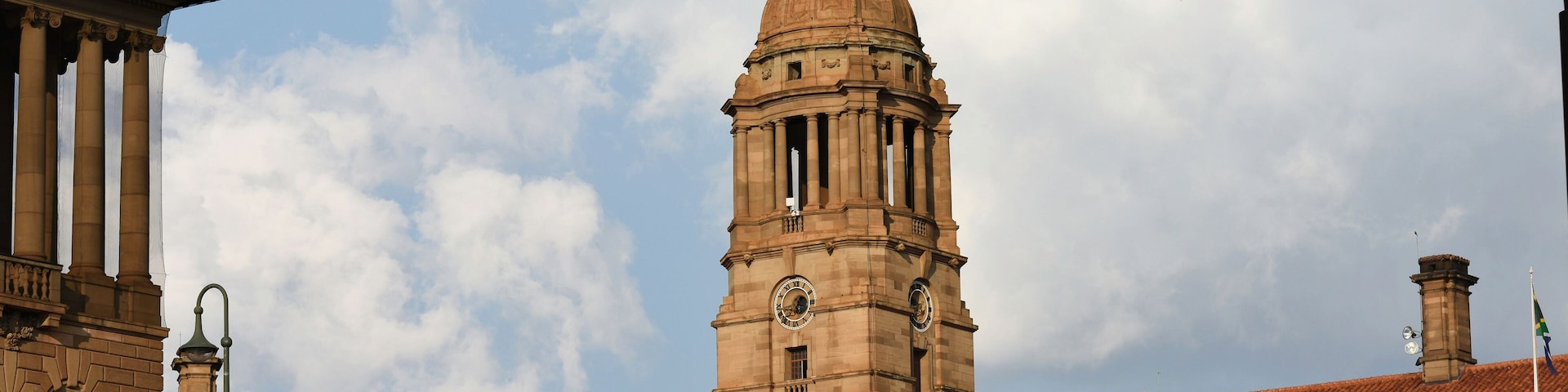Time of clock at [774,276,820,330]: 12:43
